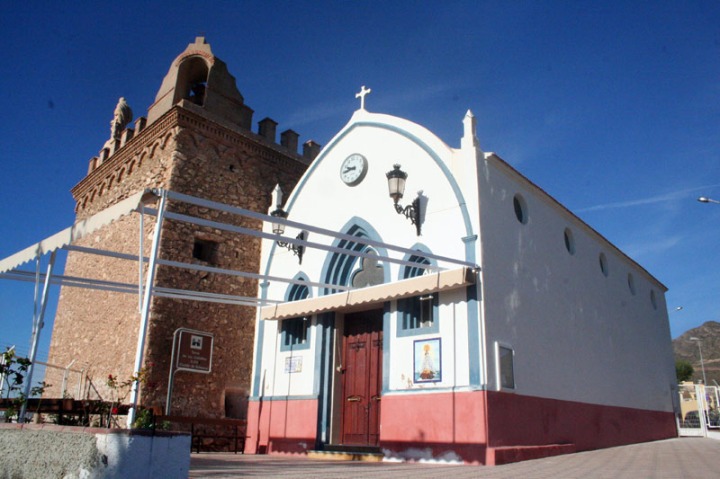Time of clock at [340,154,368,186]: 9:44
